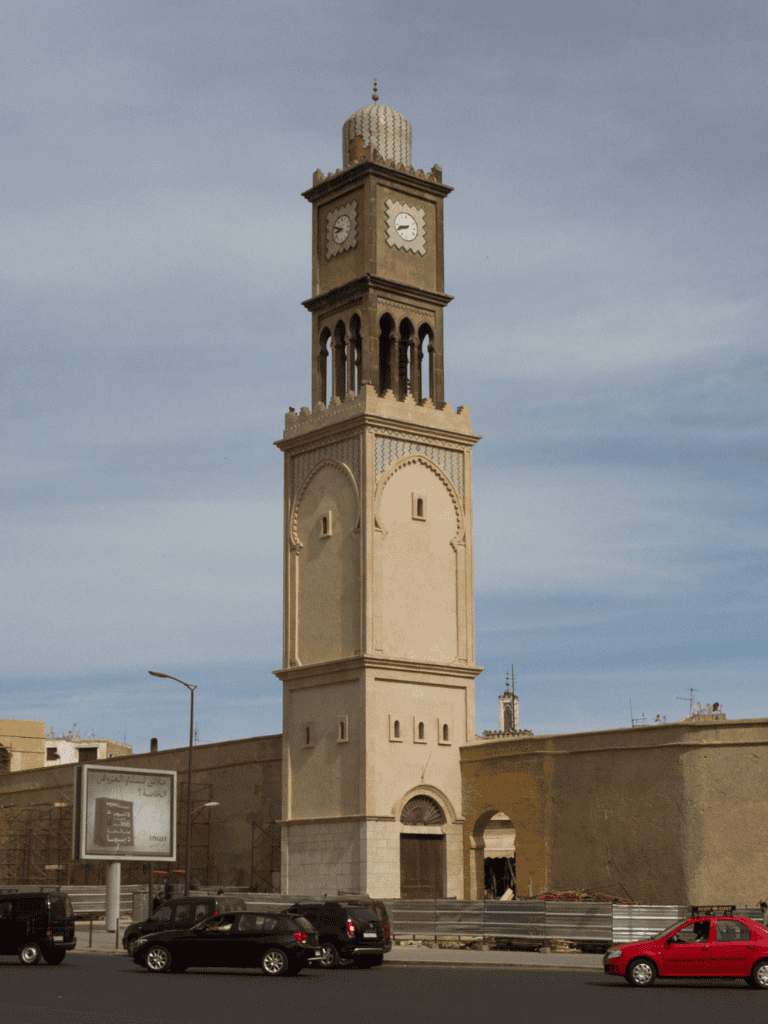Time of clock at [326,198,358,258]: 8:48
